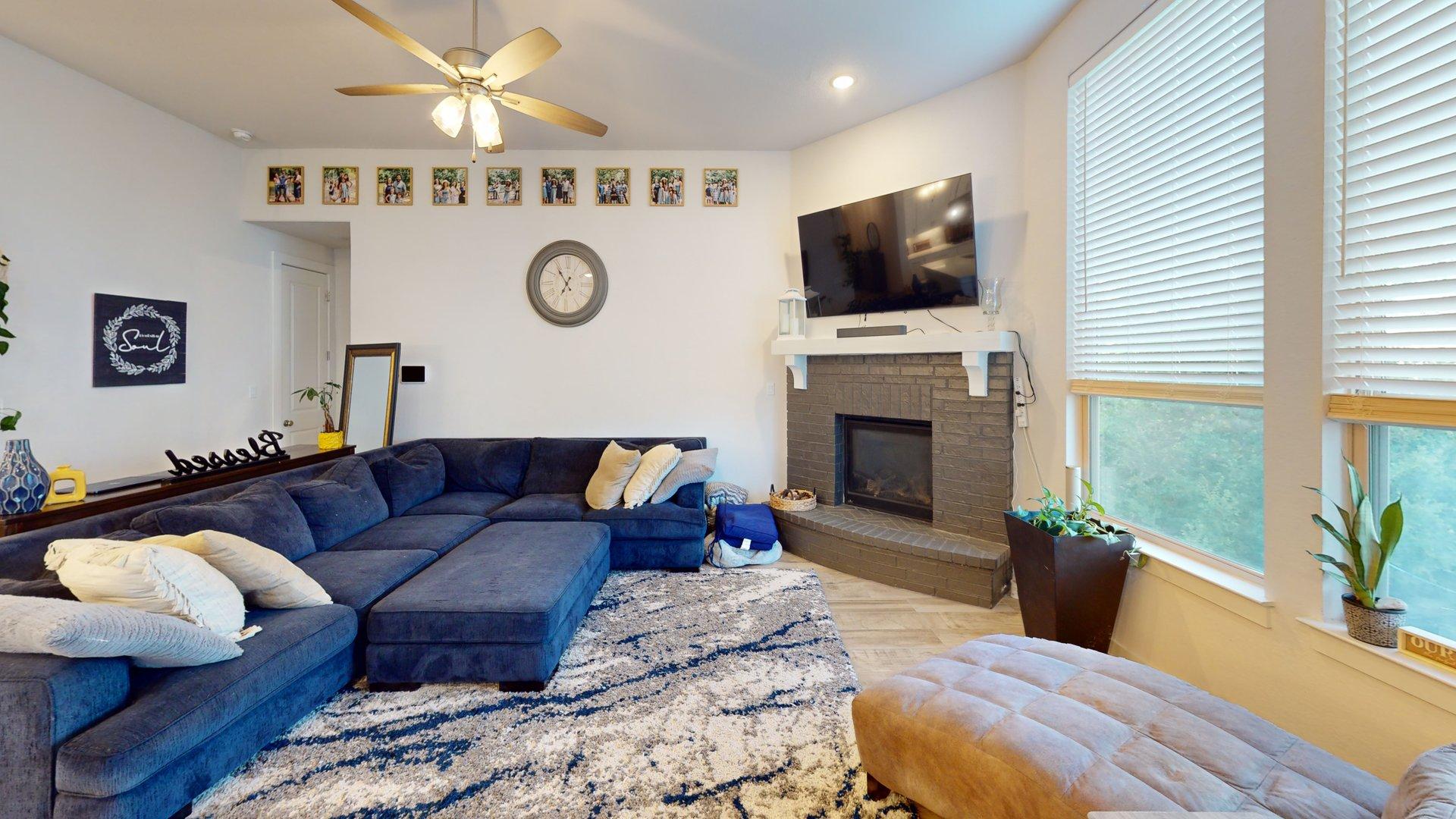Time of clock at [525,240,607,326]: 6:54
